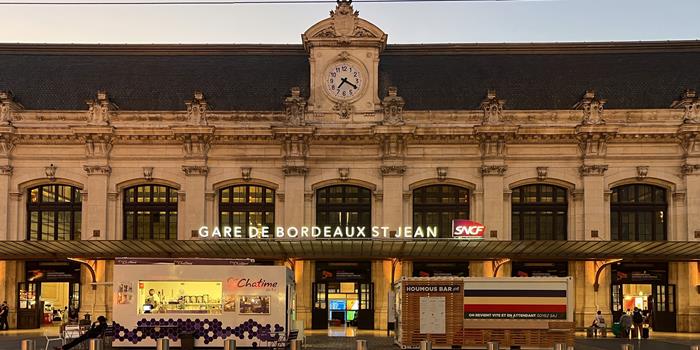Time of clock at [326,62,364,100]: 7:19
